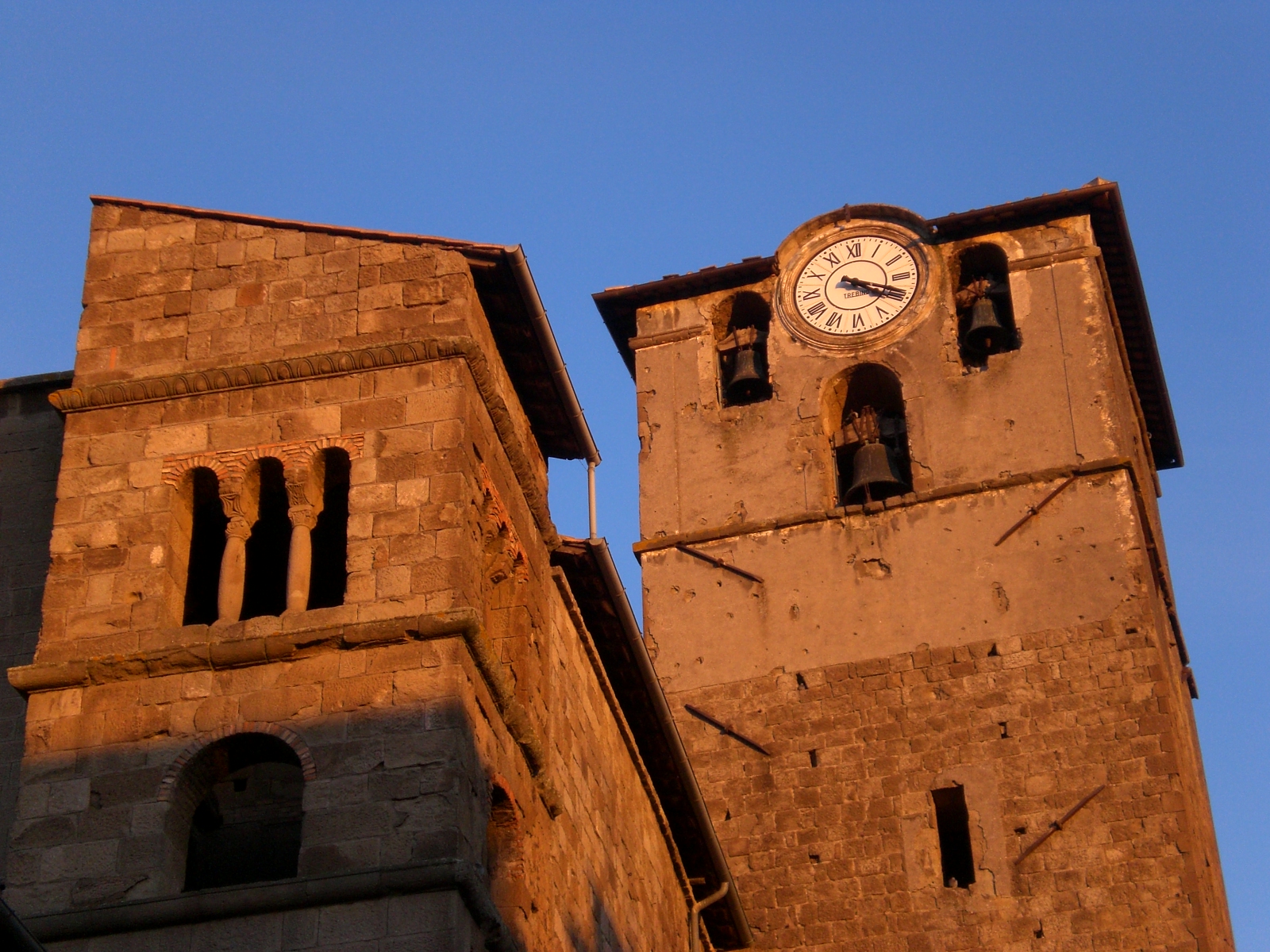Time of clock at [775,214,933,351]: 4:19
